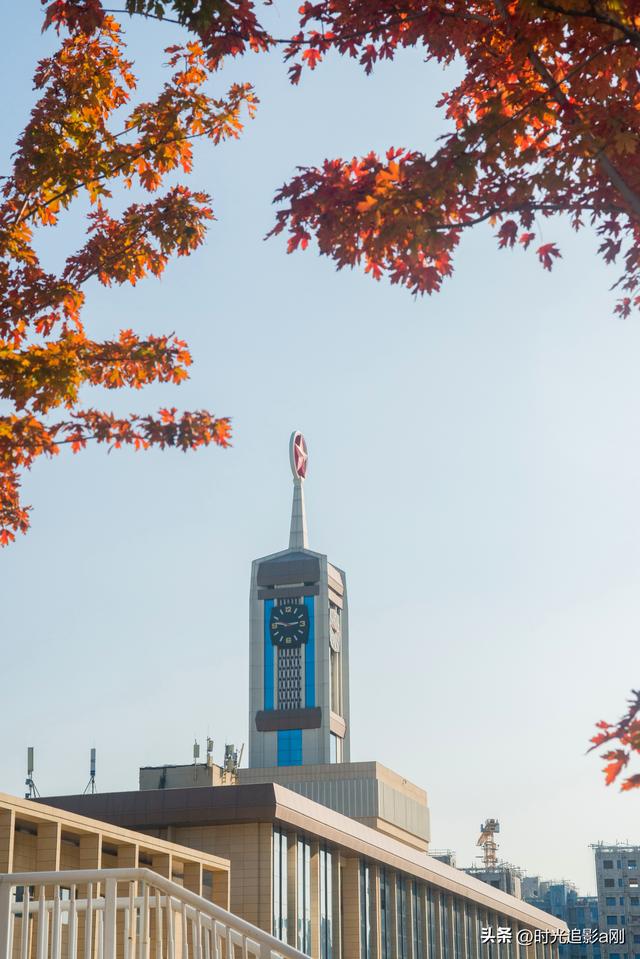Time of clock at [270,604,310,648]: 2:46
